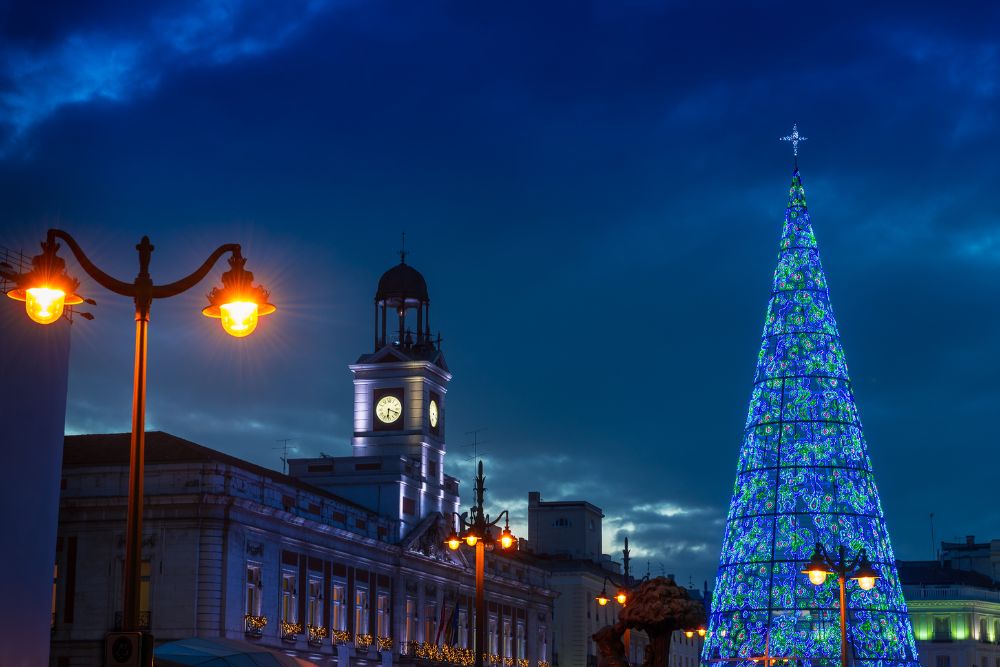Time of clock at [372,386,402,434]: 6:18
